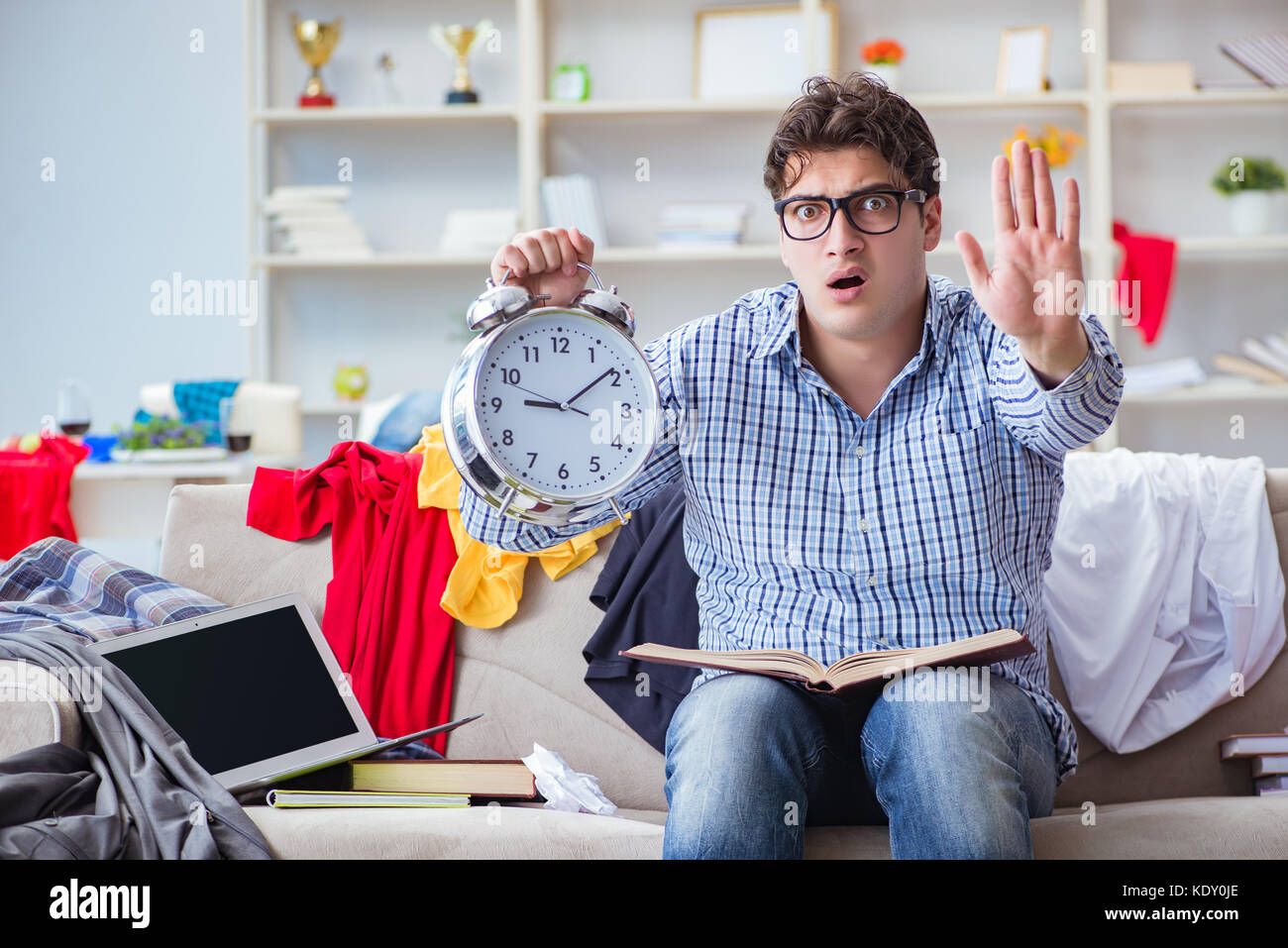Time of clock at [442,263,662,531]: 9:09
